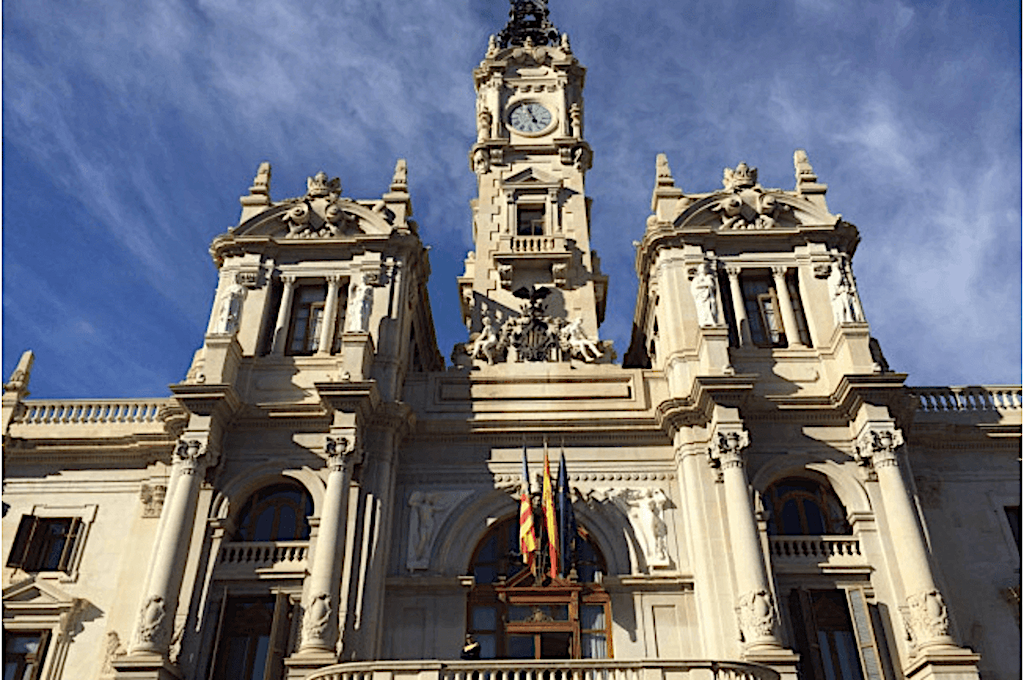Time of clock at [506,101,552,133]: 4:57
